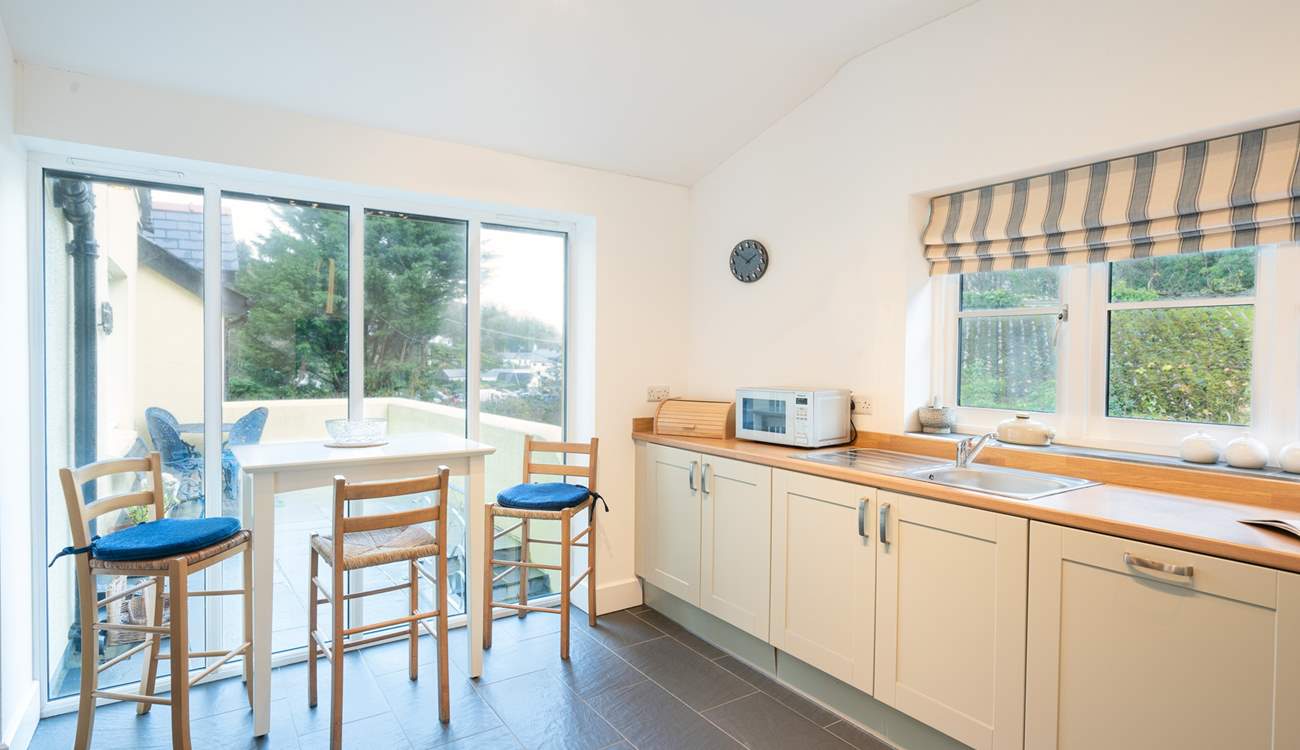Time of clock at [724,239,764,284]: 1:50
